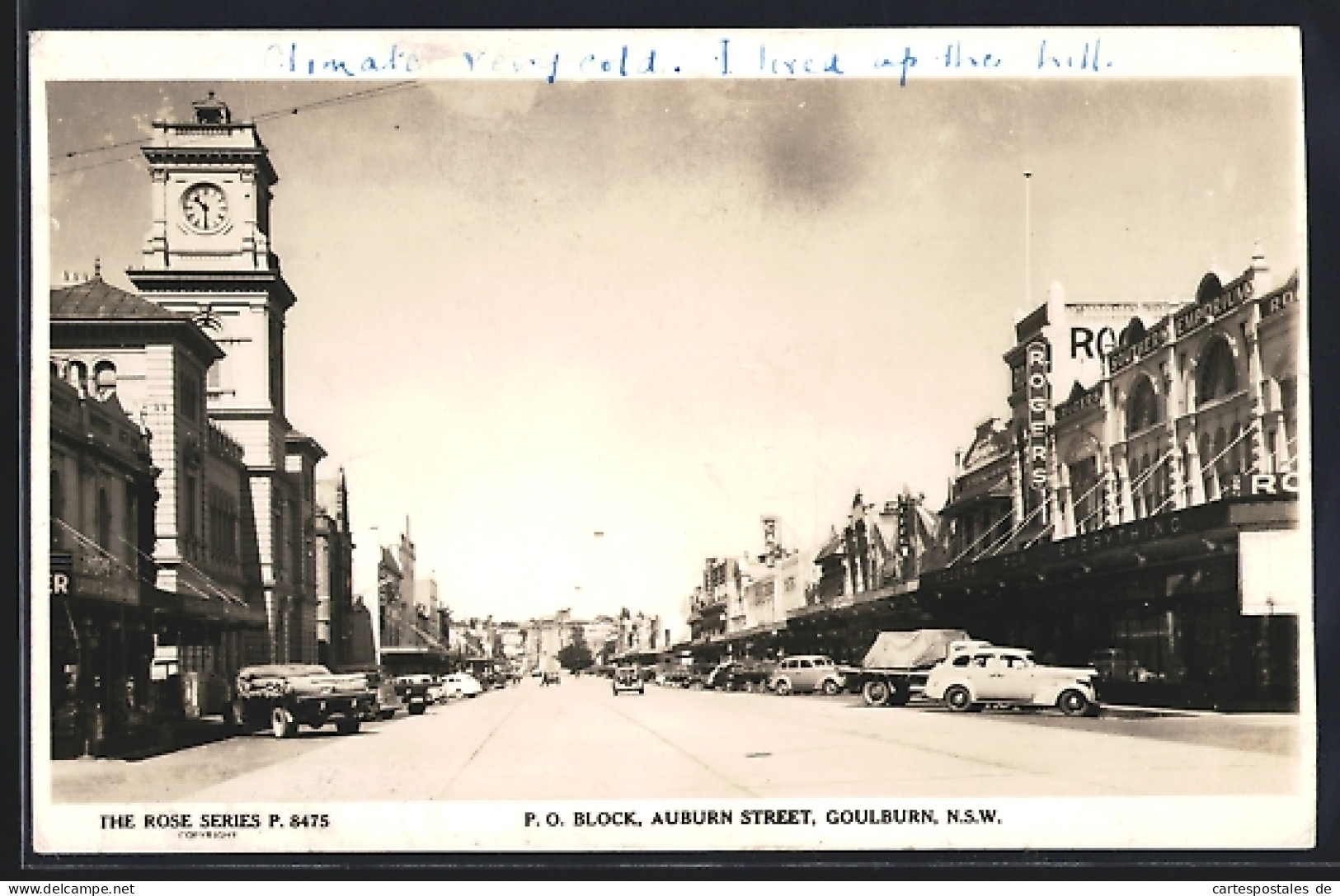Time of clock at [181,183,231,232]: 10:30
